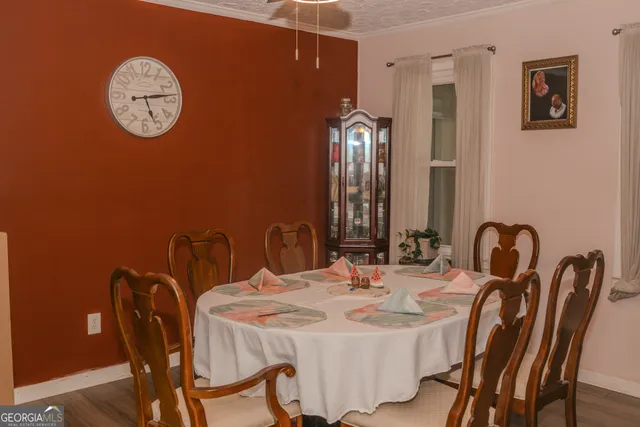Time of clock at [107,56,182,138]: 5:13
